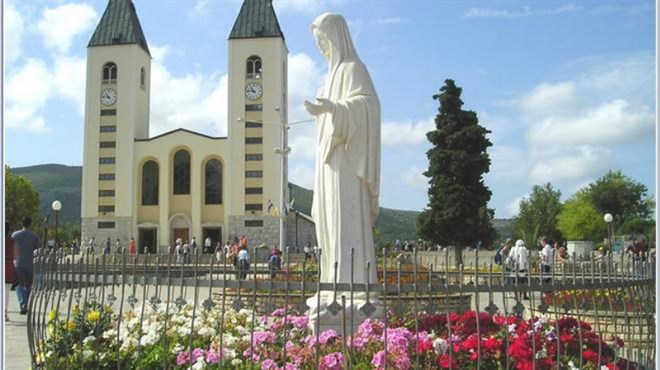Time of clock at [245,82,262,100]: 10:46
